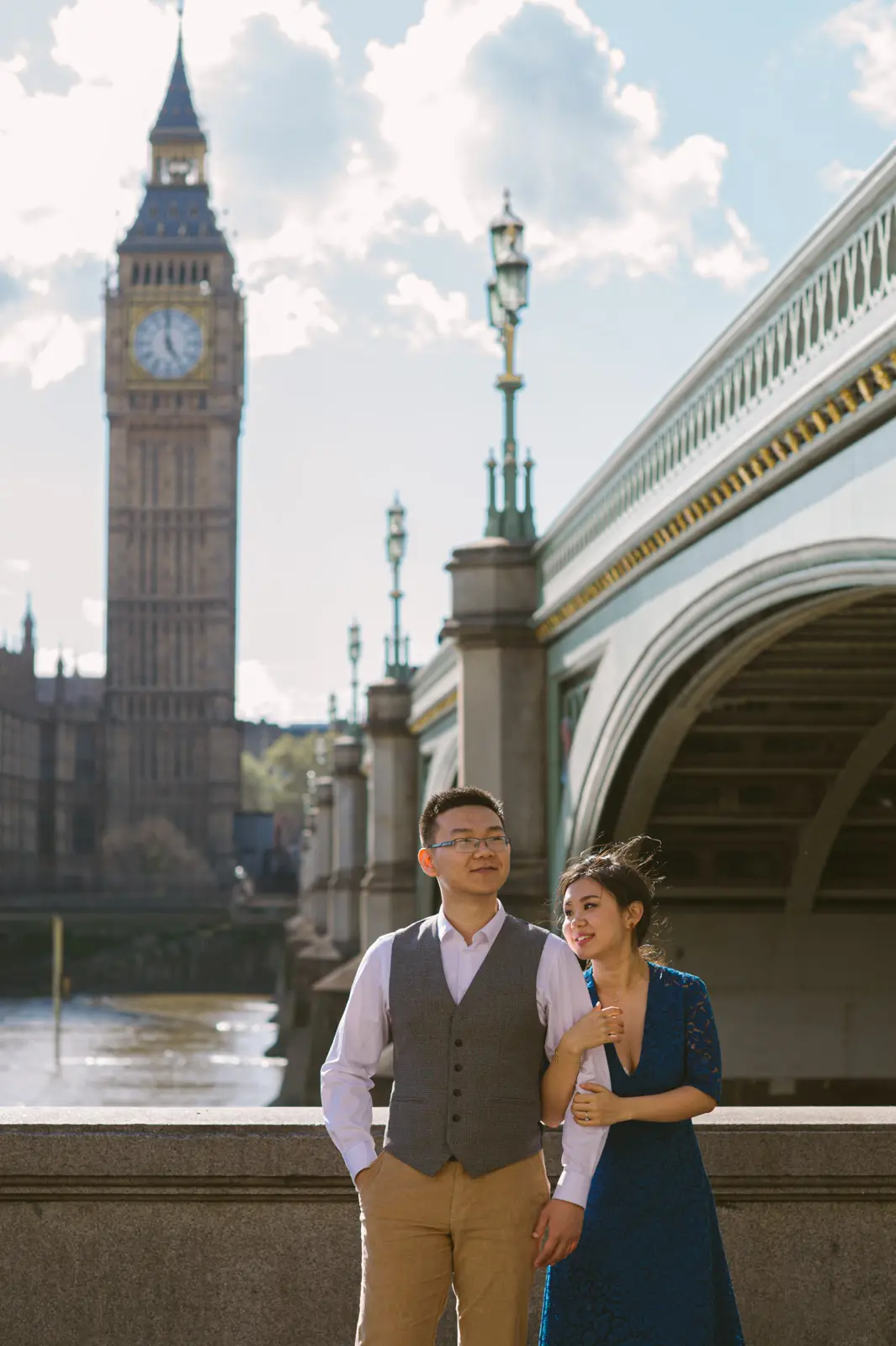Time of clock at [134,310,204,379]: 4:59
